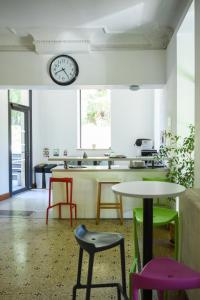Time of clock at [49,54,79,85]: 8:24
